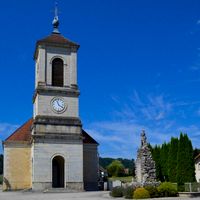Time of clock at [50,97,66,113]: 11:21
